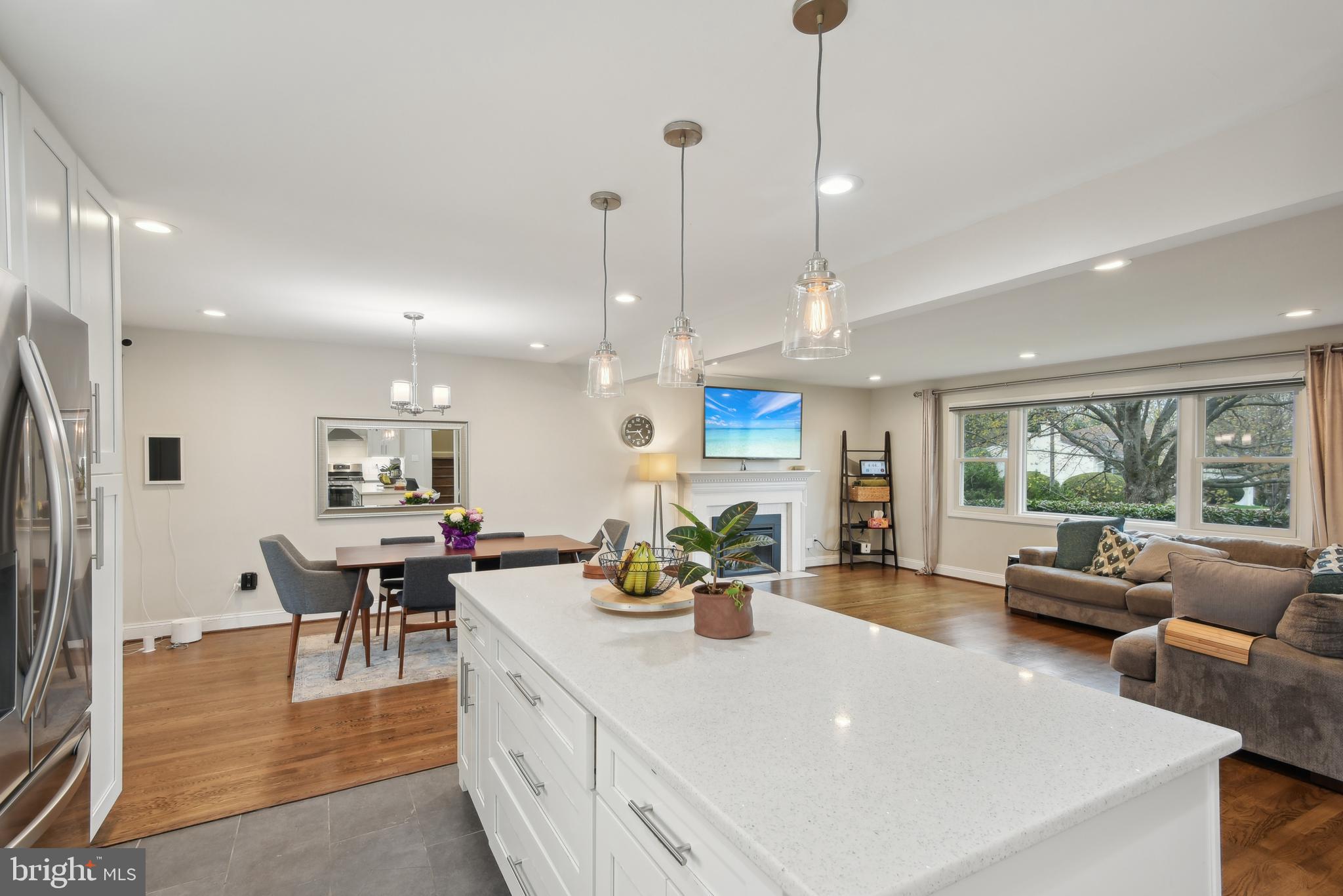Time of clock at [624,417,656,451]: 4:44
